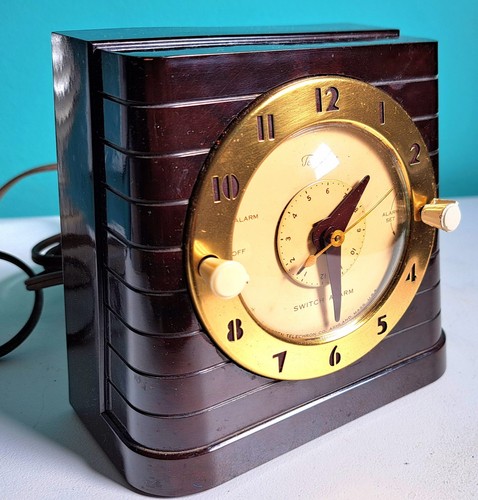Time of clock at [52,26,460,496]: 1:29
